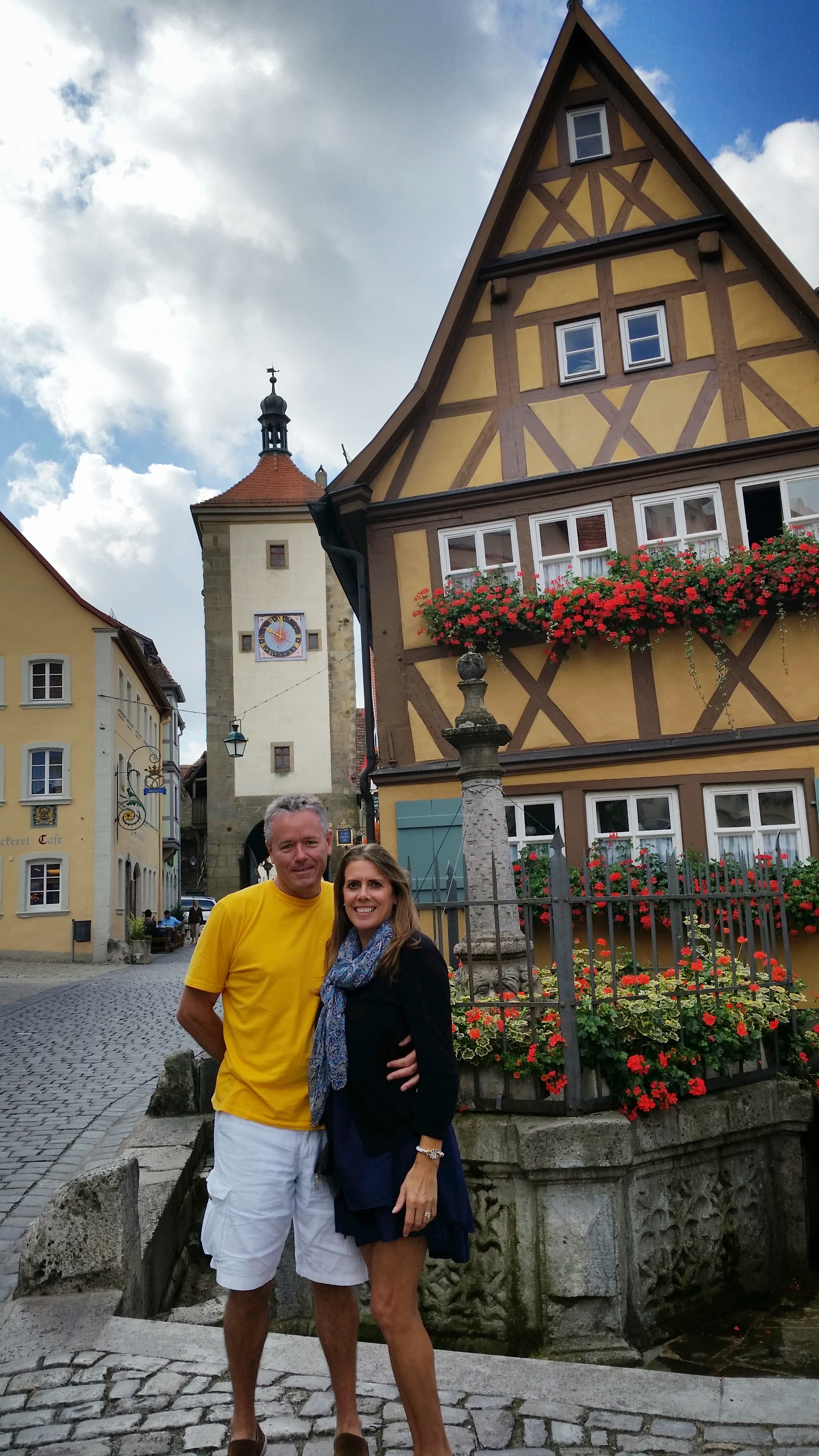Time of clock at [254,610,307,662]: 10:00
